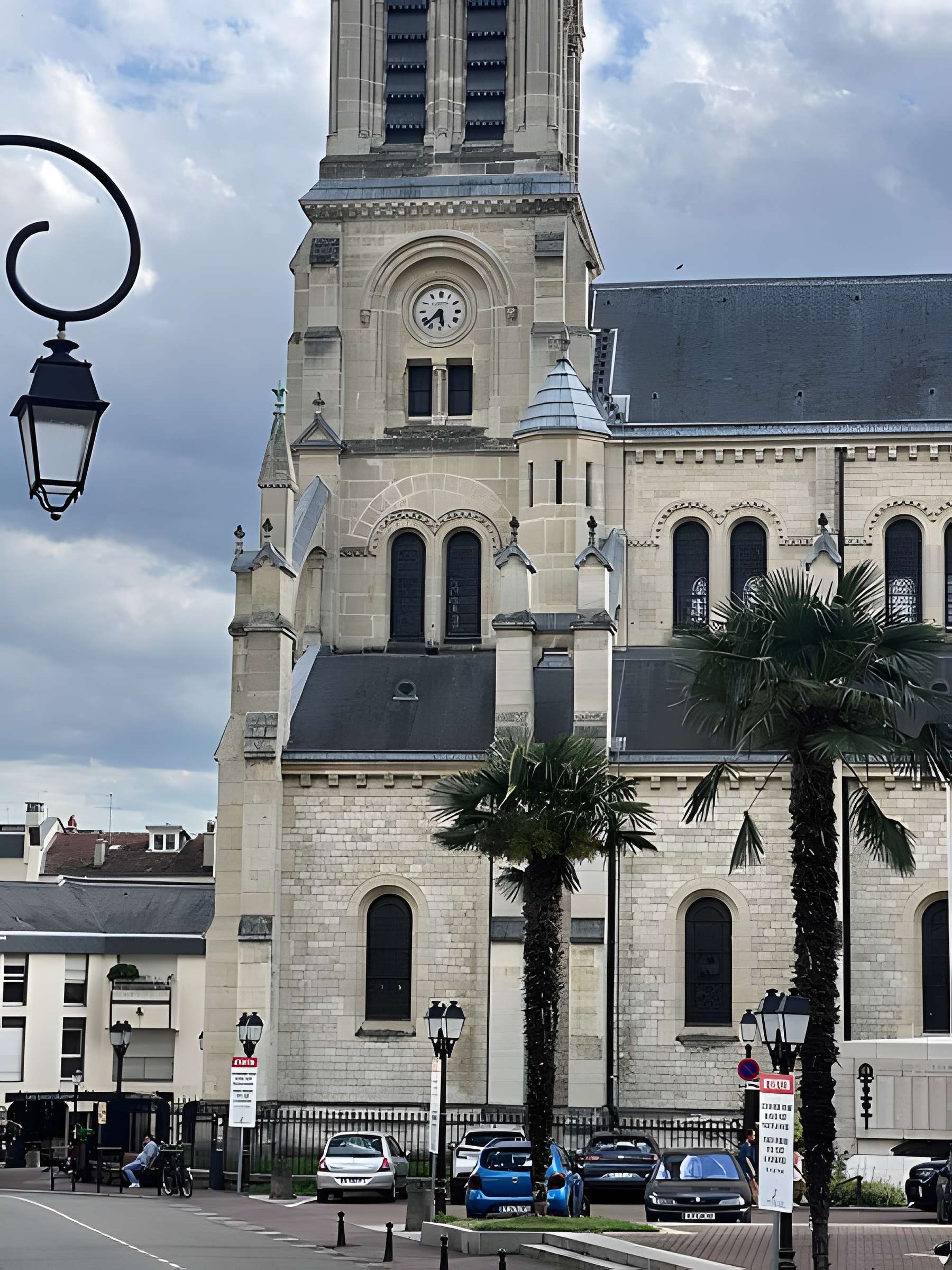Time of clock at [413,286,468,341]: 5:37
